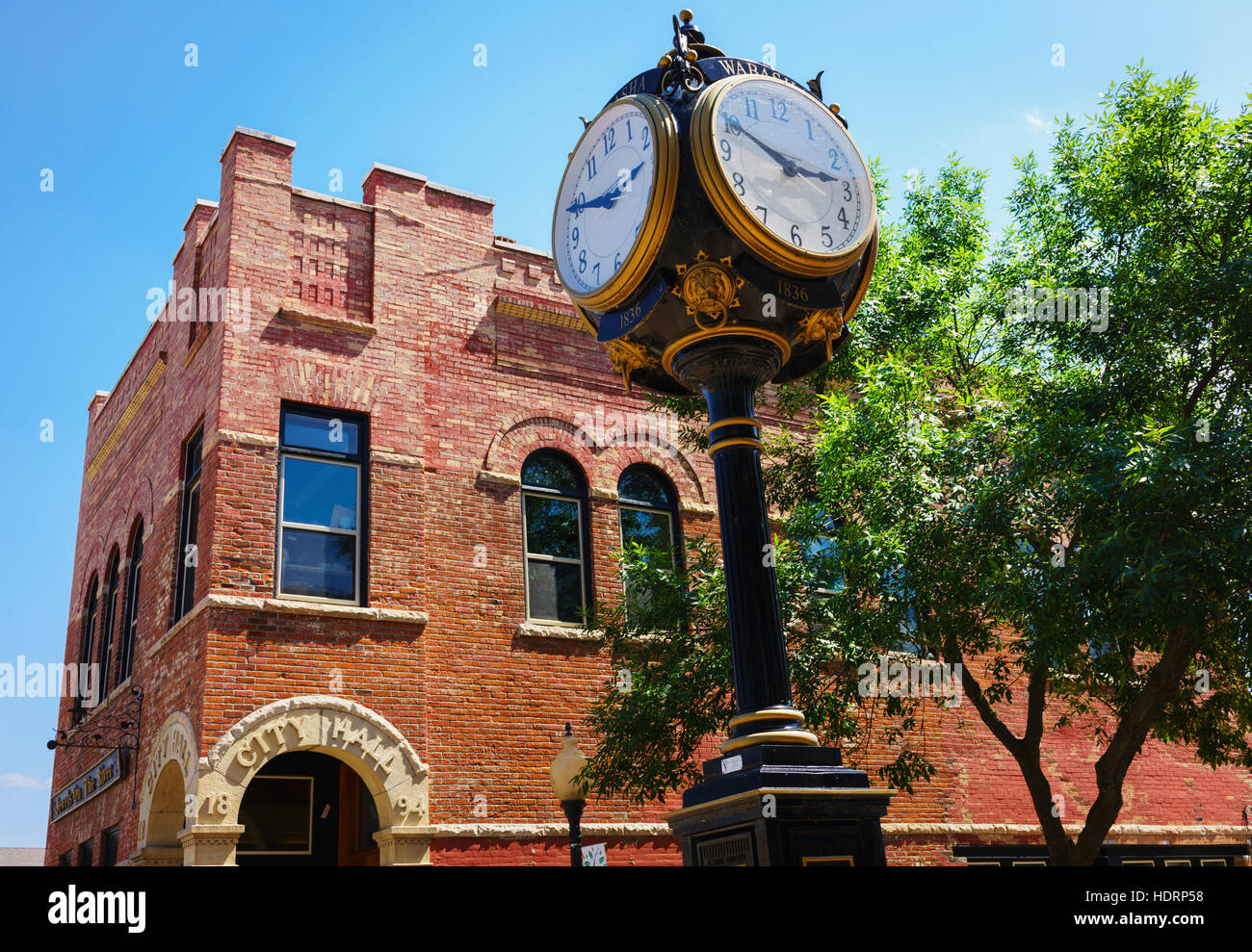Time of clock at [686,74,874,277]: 2:49
